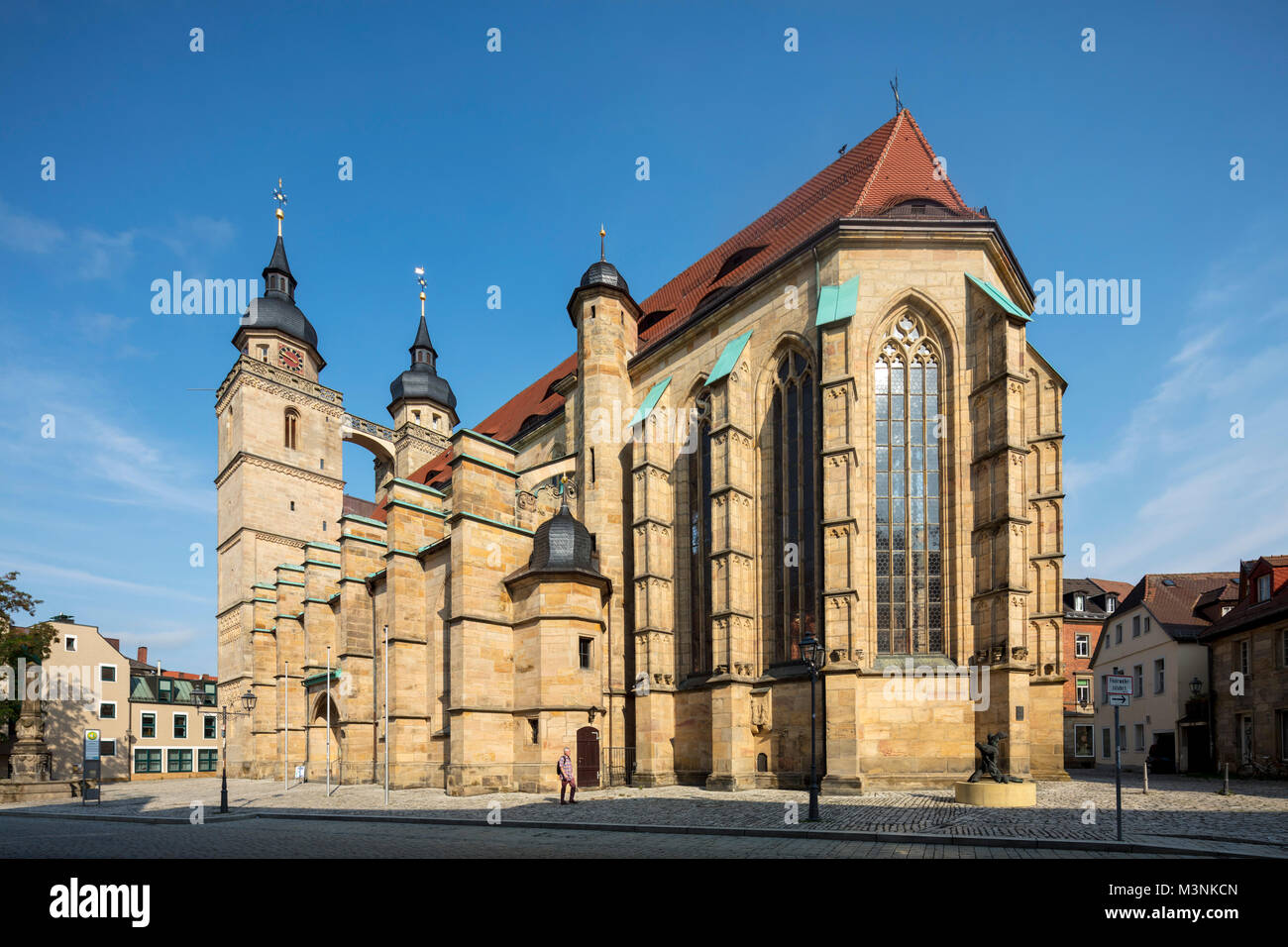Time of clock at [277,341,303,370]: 3:48
